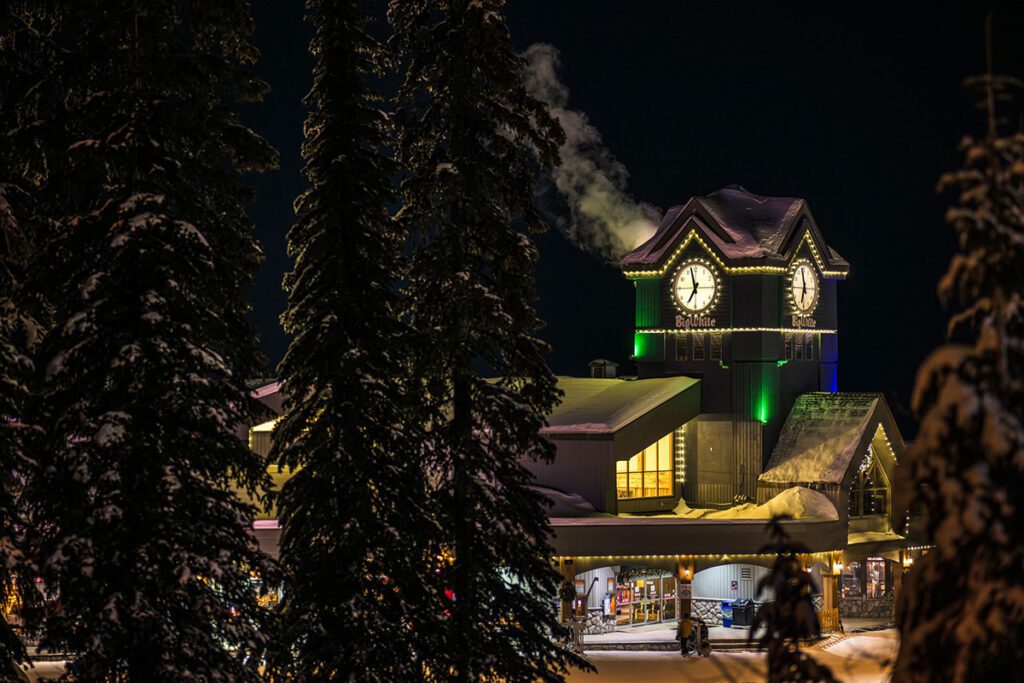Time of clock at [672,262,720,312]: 6:57
